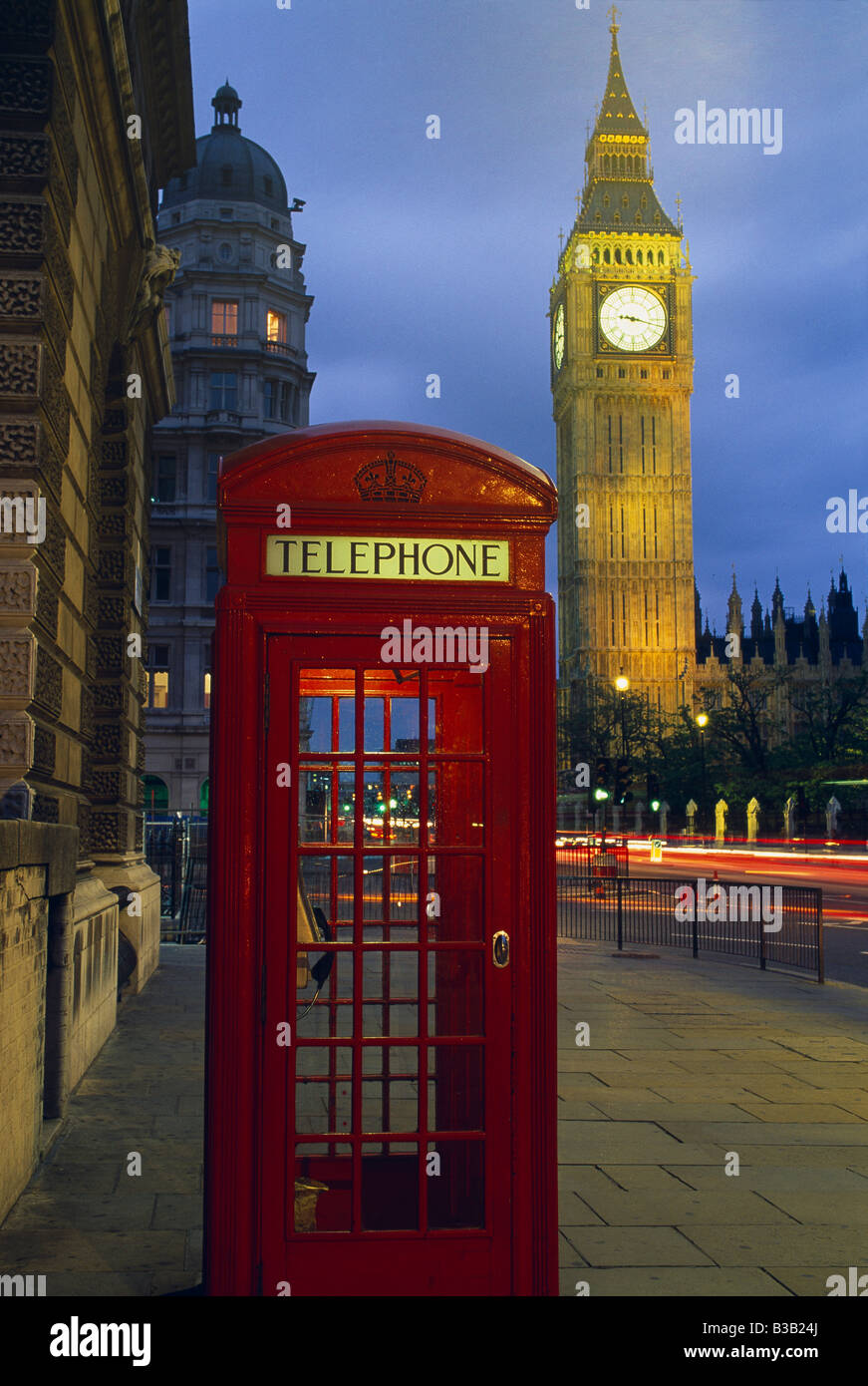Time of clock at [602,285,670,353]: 9:17
